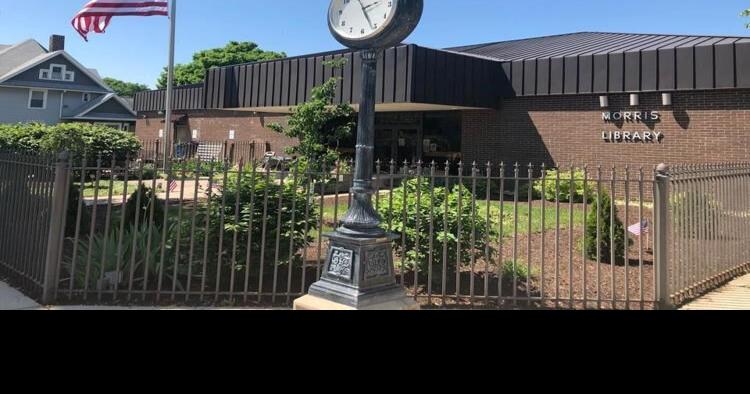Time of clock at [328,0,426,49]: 2:26
